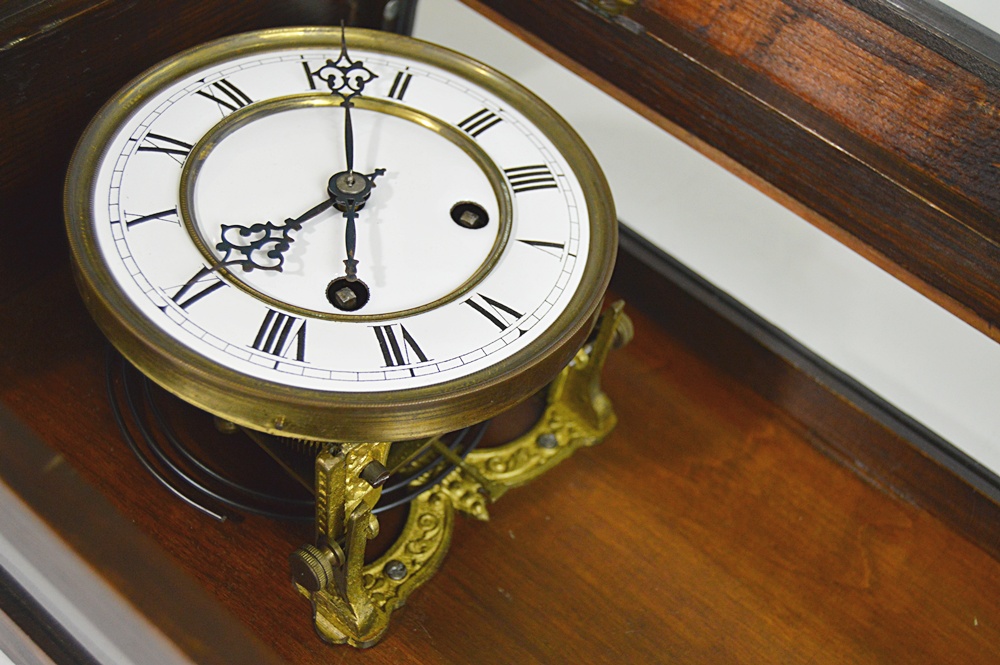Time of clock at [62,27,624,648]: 8:01
